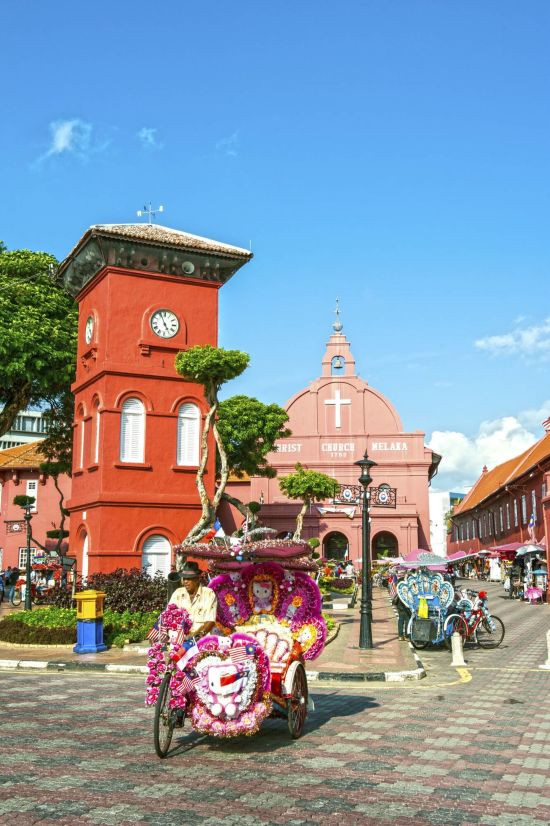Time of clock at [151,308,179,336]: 4:56
